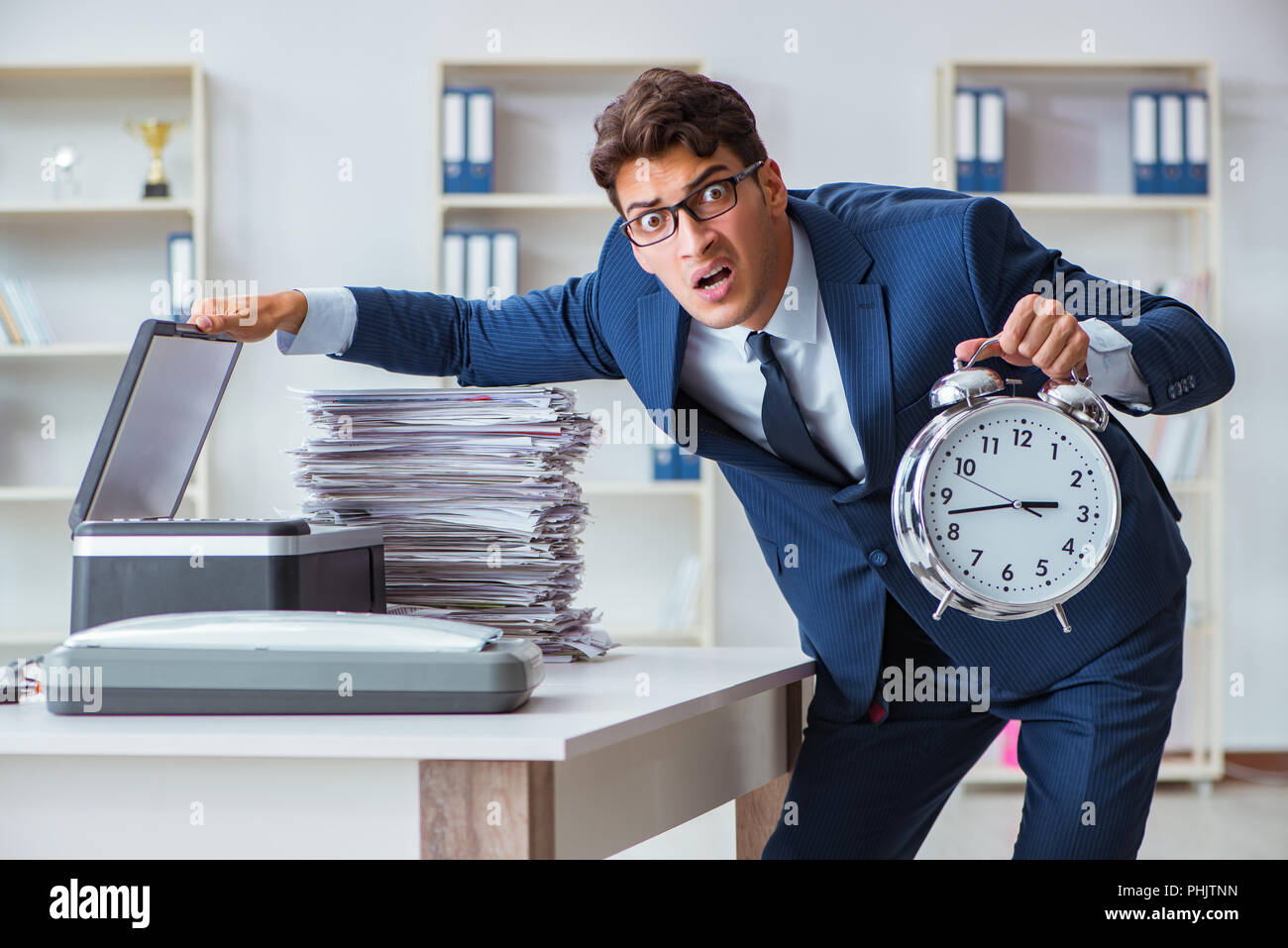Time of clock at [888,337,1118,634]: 2:42
